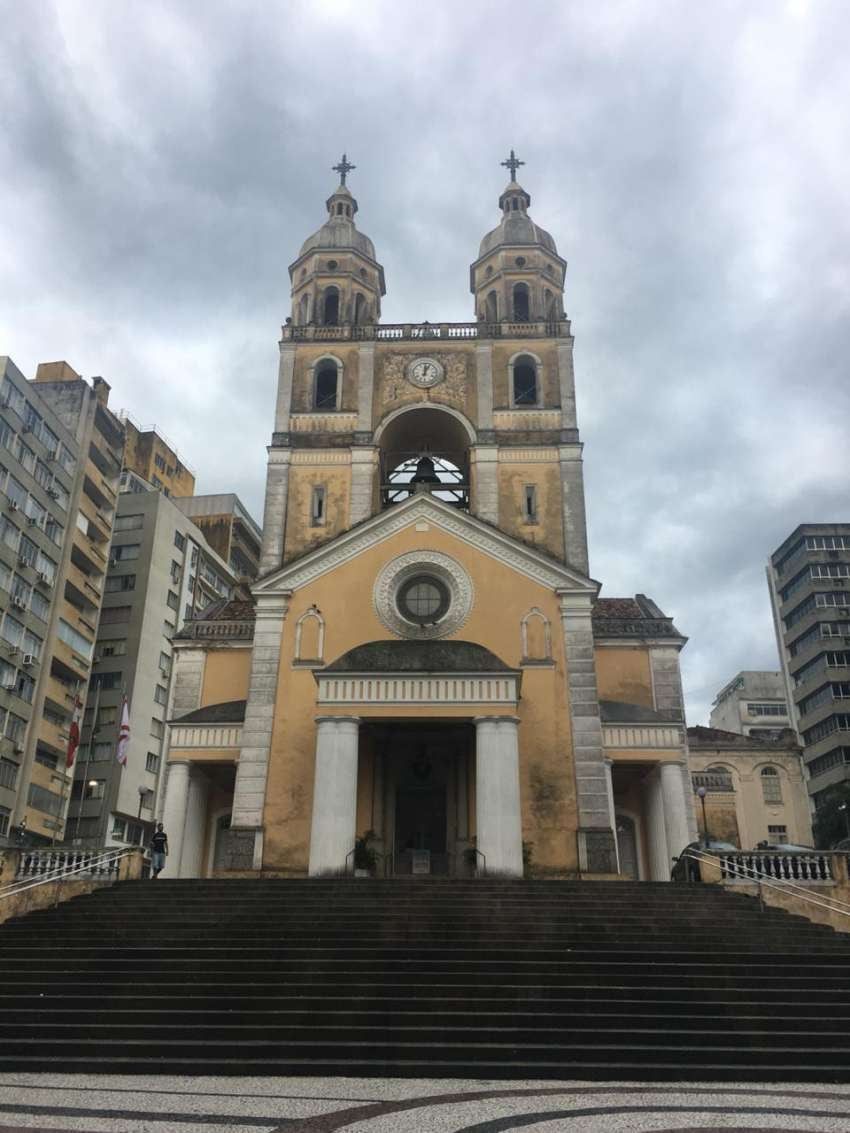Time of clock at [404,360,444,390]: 12:04
